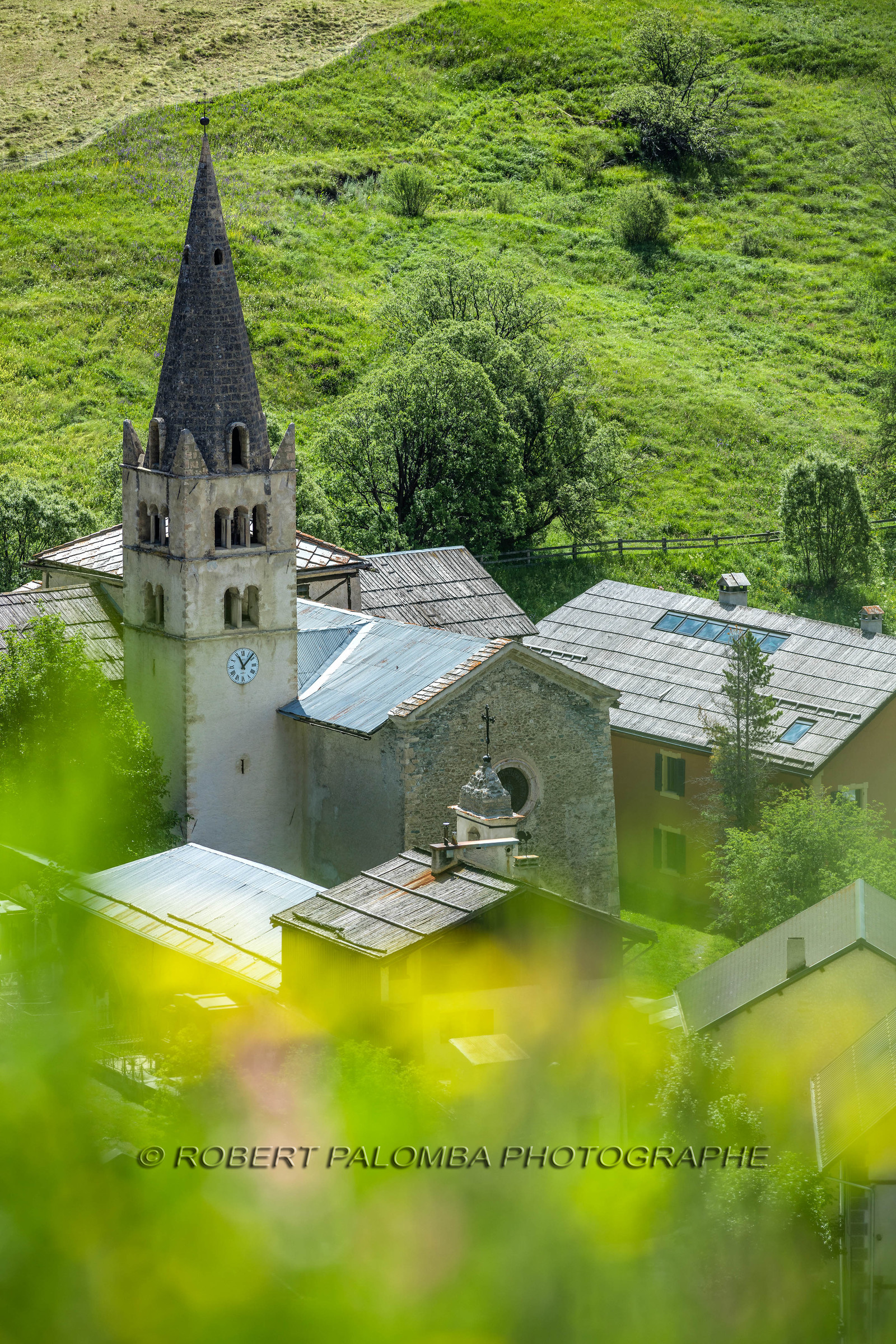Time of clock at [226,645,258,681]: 11:07
